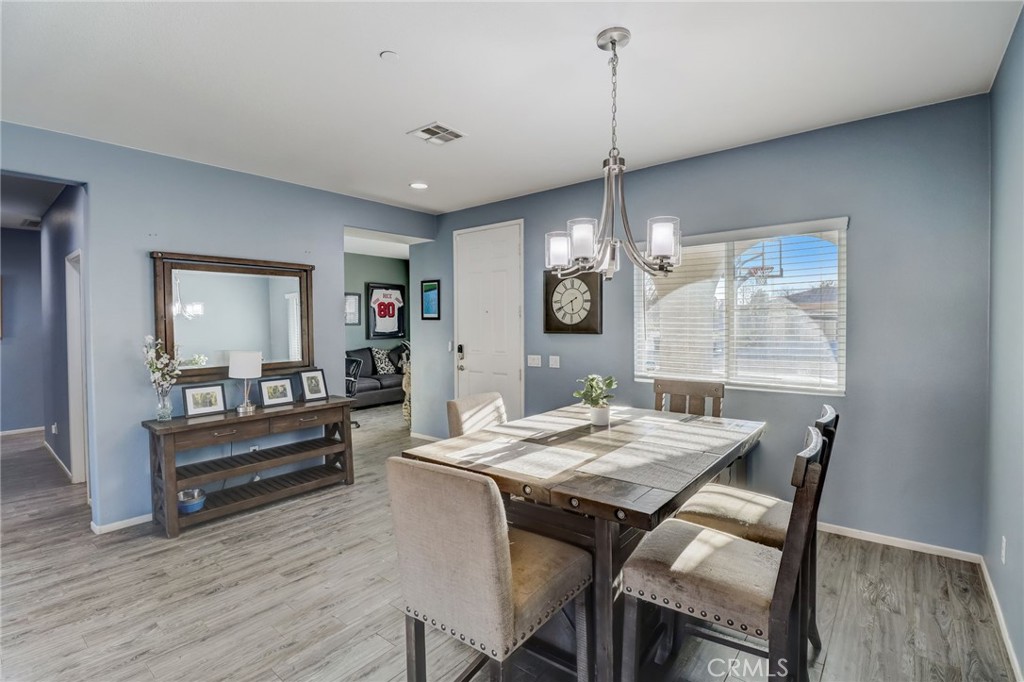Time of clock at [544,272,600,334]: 5:40
